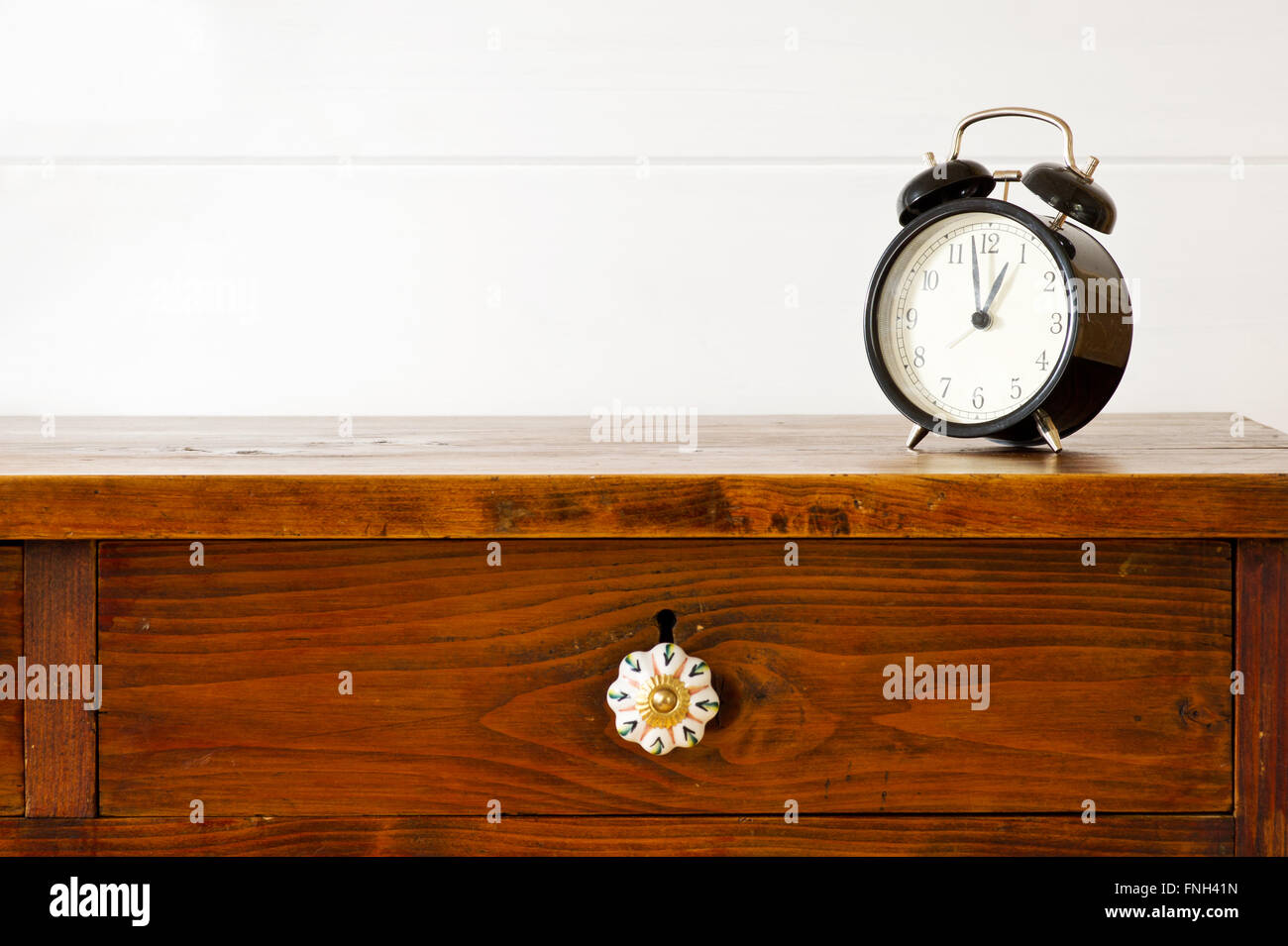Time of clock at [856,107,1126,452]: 12:58
